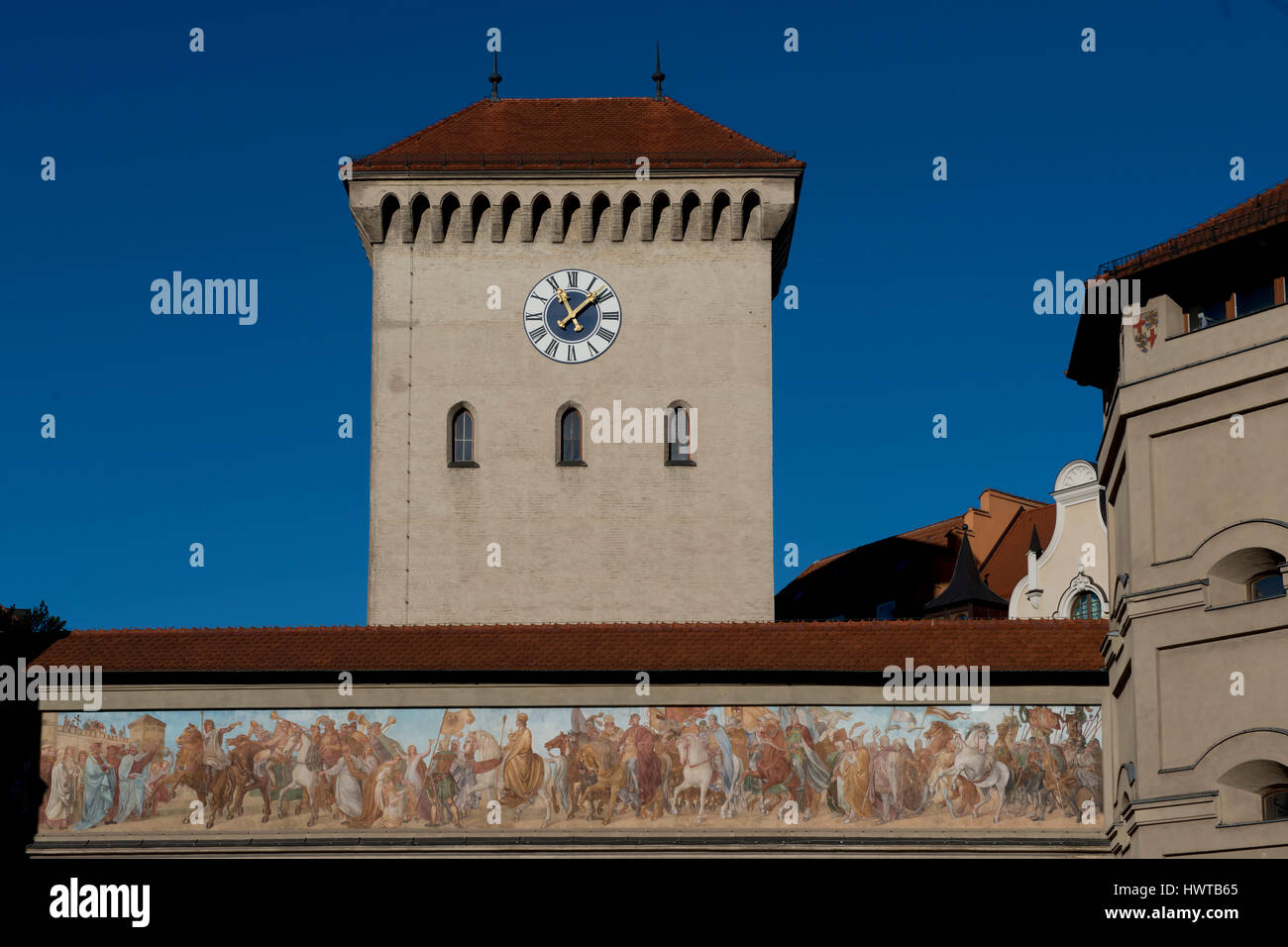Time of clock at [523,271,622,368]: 11:08
